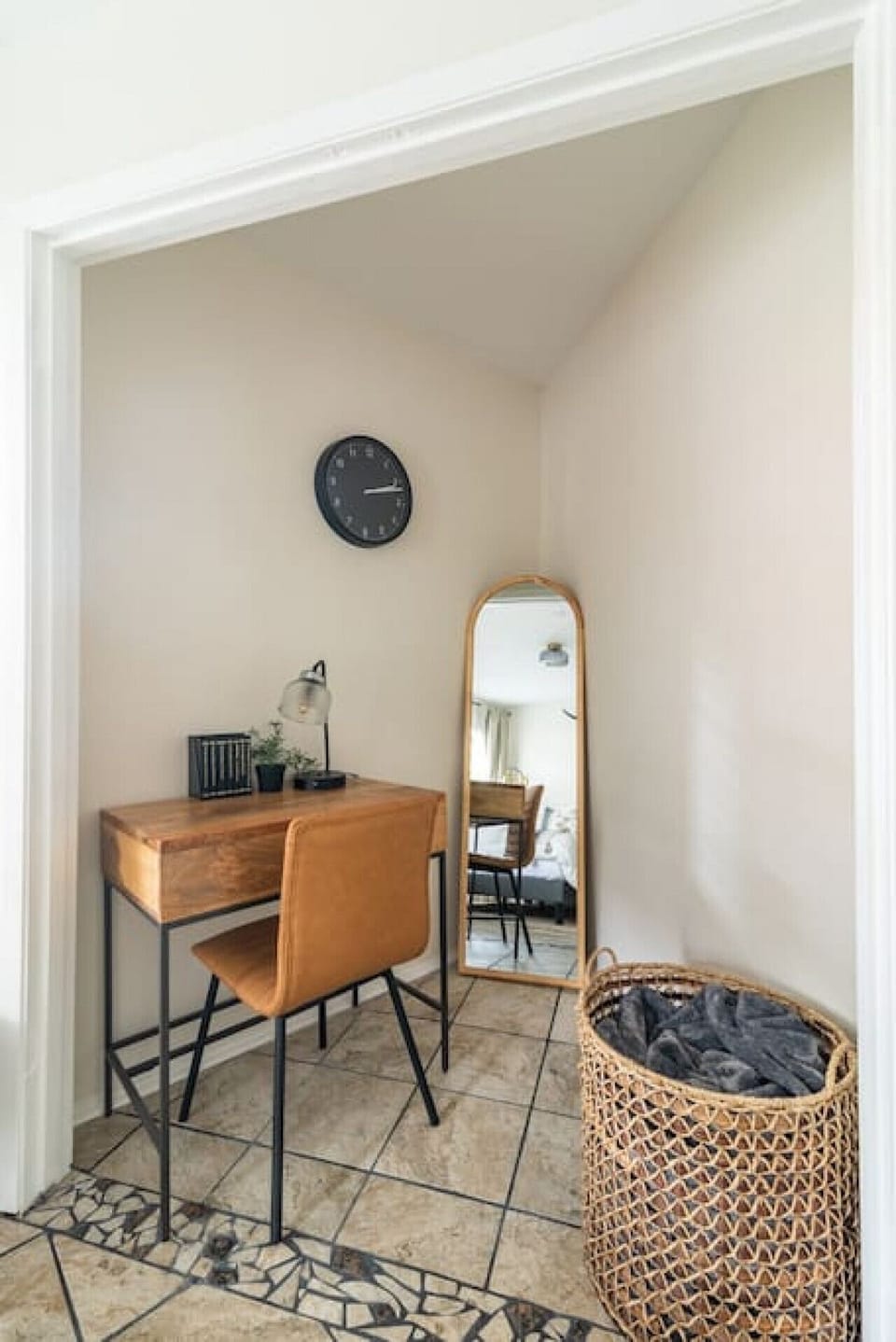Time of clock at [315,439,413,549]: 2:12
